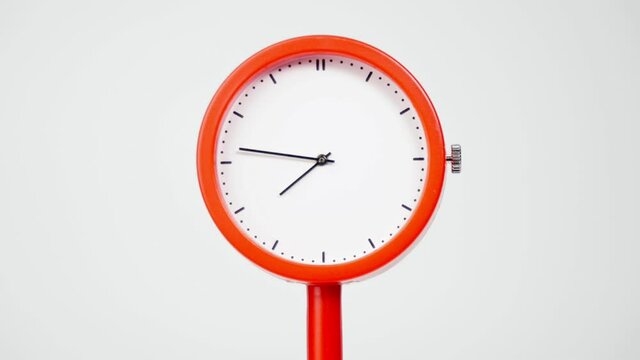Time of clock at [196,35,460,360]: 7:46
